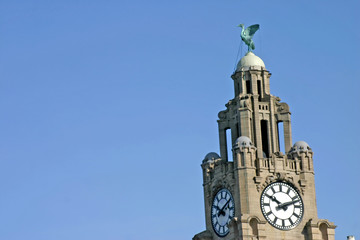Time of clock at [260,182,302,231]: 10:11
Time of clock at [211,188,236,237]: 8:09
